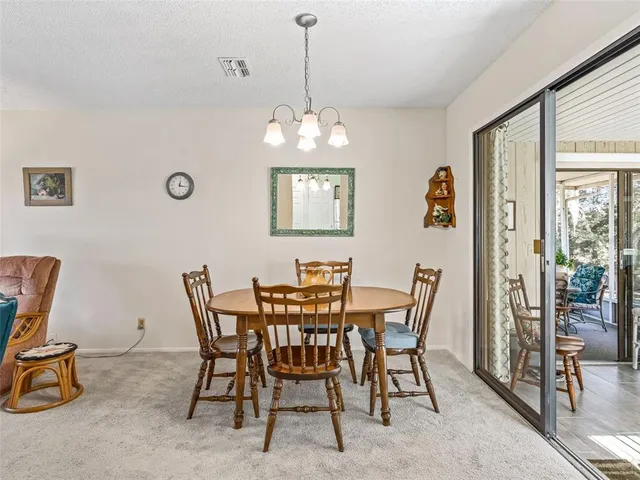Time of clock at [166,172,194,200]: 12:16
